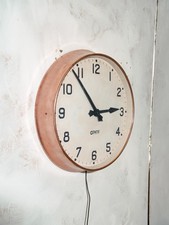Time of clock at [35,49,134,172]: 2:53
